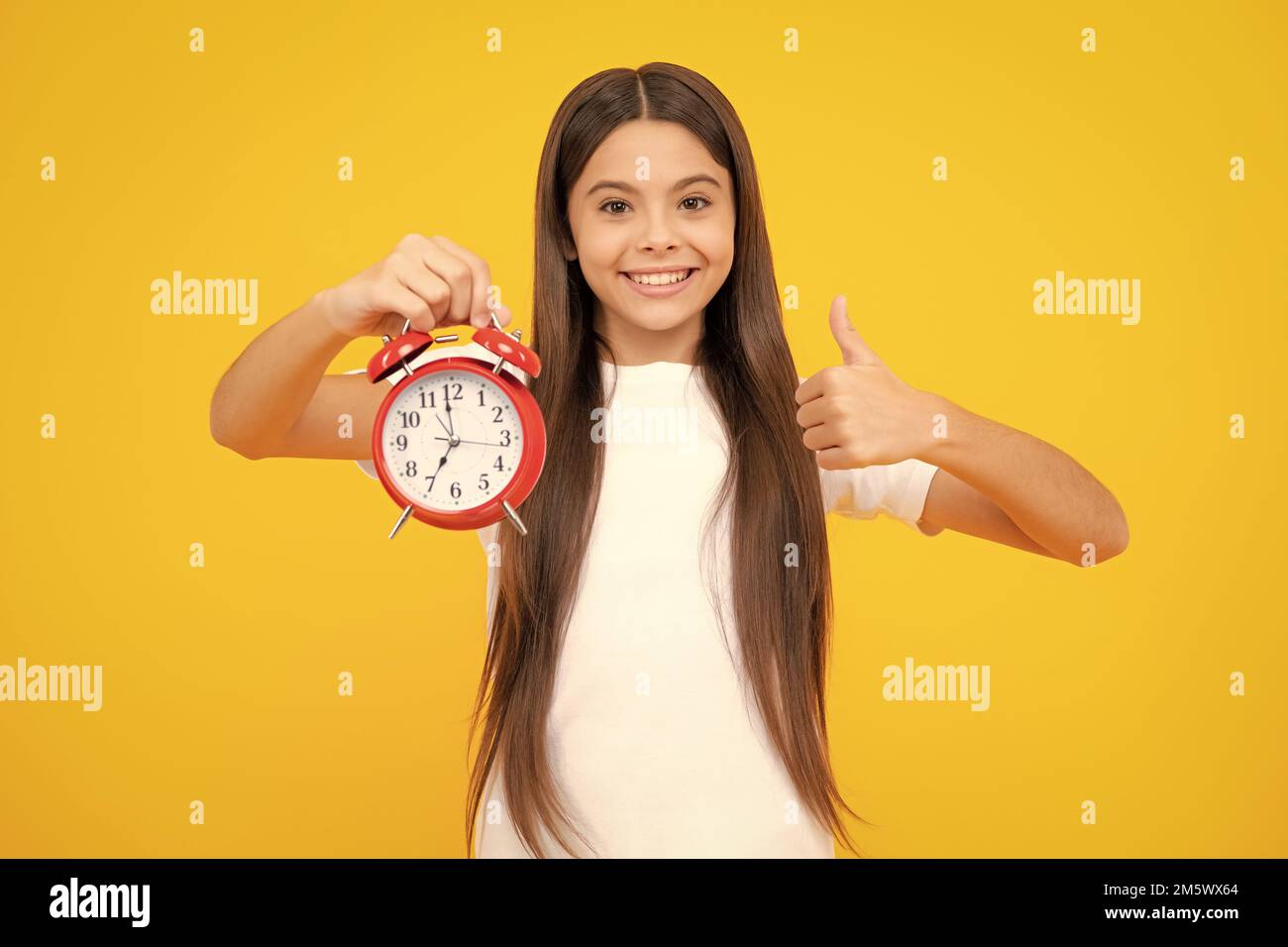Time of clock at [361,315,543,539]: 6:59
